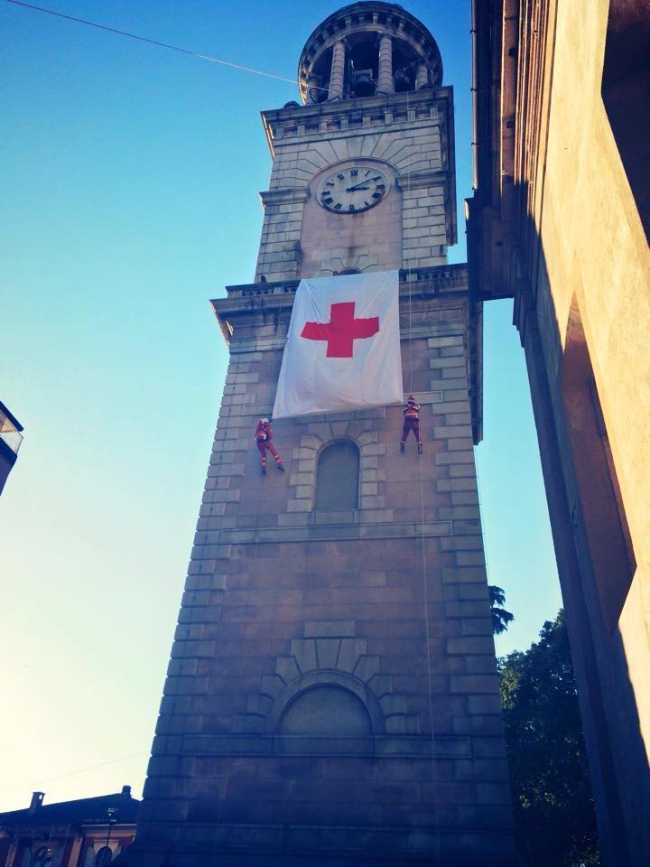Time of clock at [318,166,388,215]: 3:09
